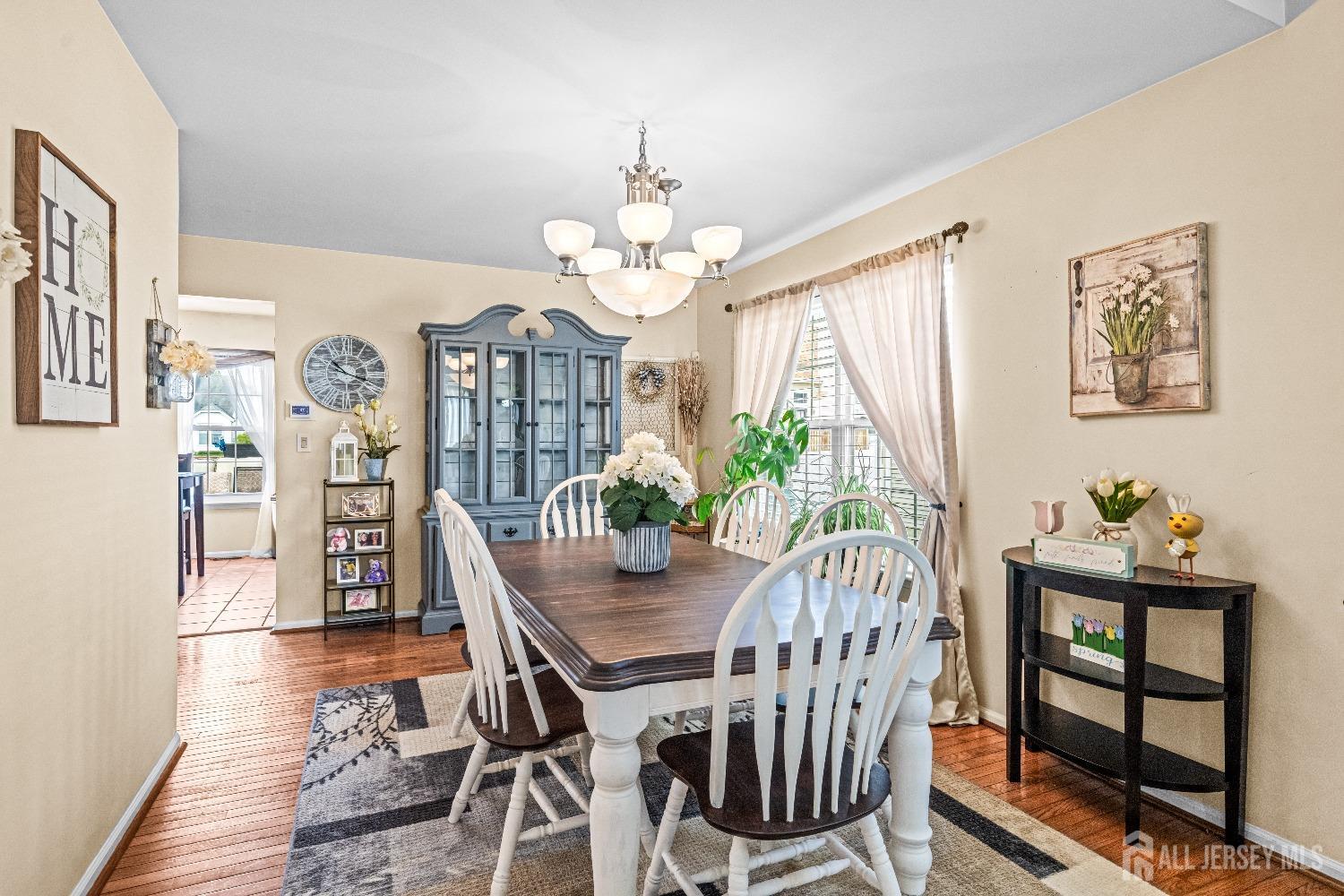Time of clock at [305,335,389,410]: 10:17
